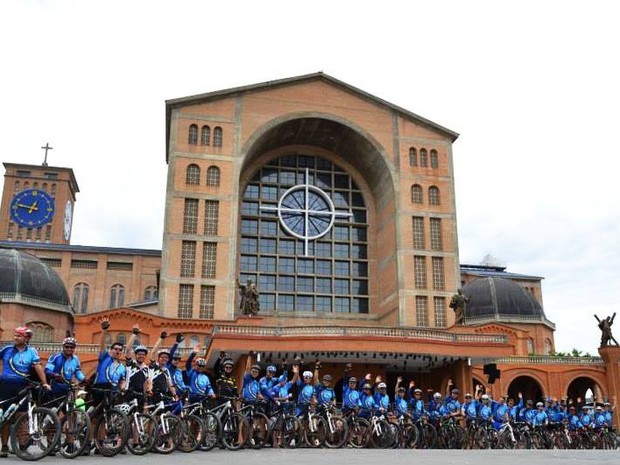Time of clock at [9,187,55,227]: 12:46
